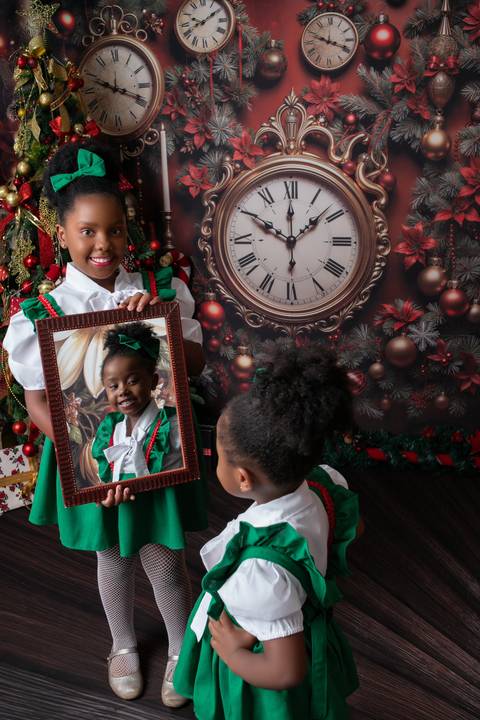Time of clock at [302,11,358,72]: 3:48
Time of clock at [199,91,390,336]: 10:08
